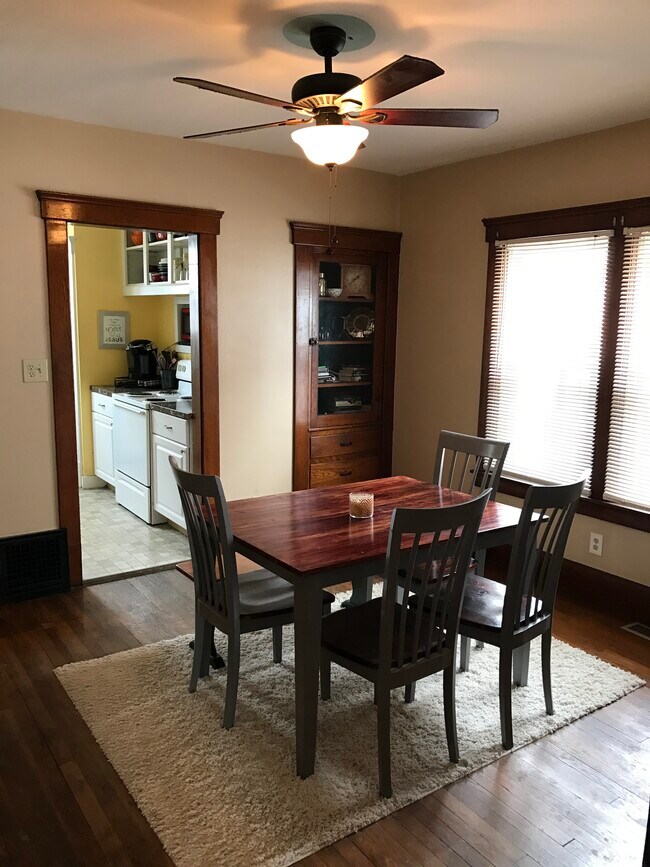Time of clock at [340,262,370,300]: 1:39
